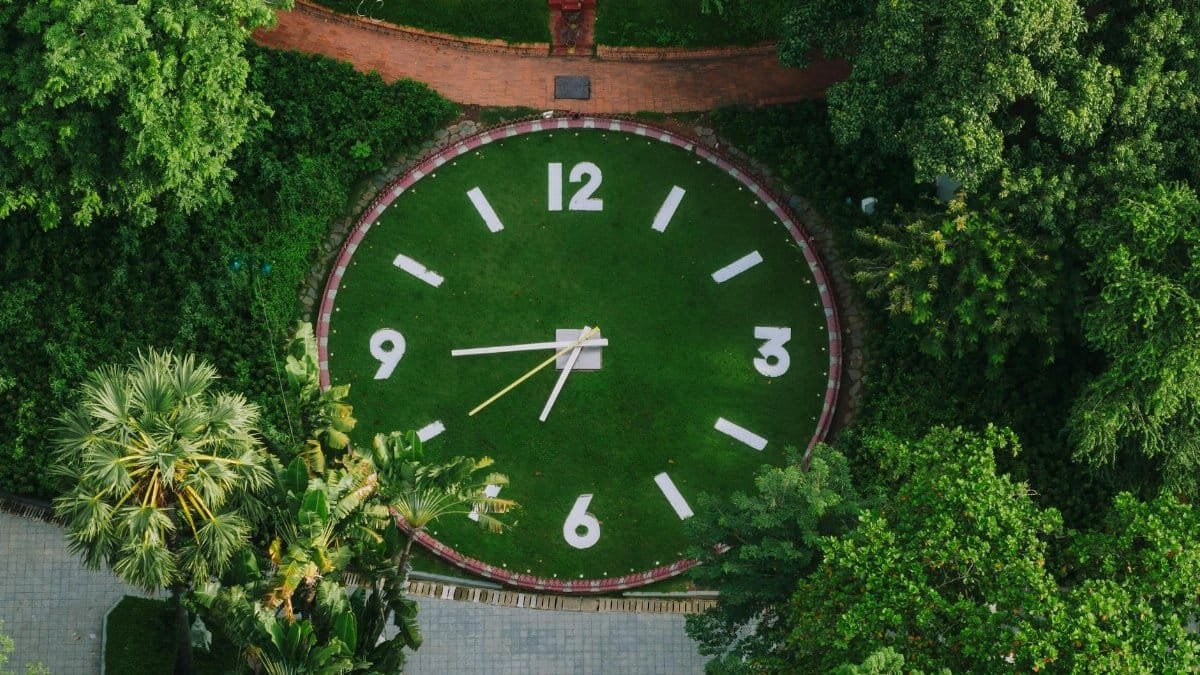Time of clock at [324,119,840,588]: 6:44
